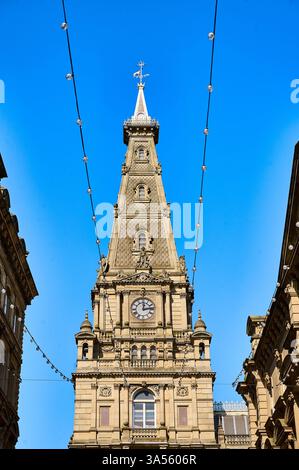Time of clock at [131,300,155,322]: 12:13
